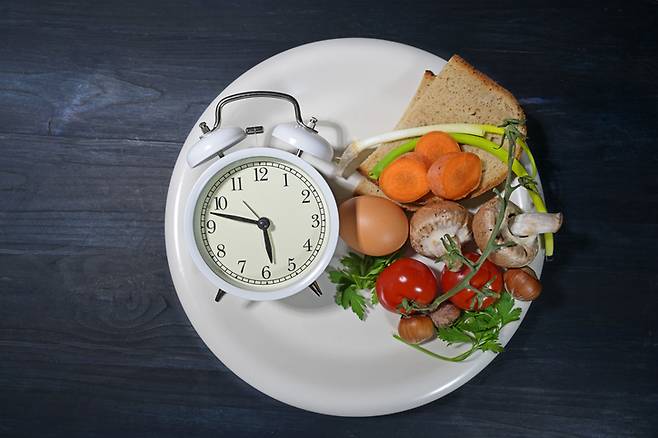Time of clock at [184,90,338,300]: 5:47
